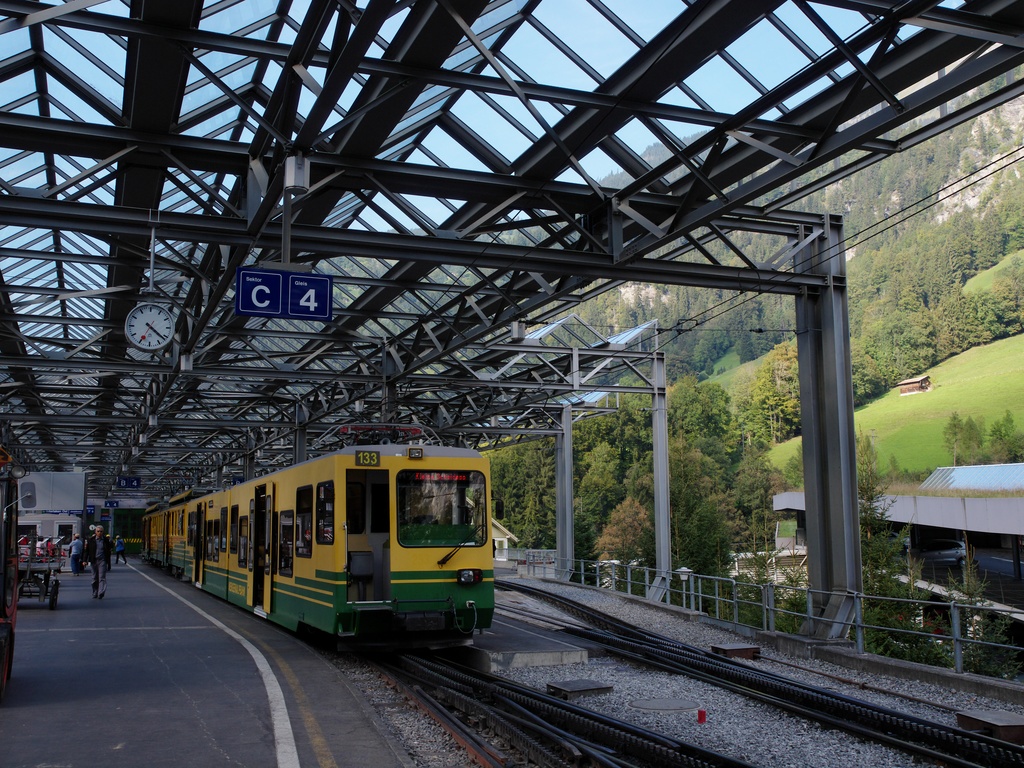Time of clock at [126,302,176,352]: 4:21
